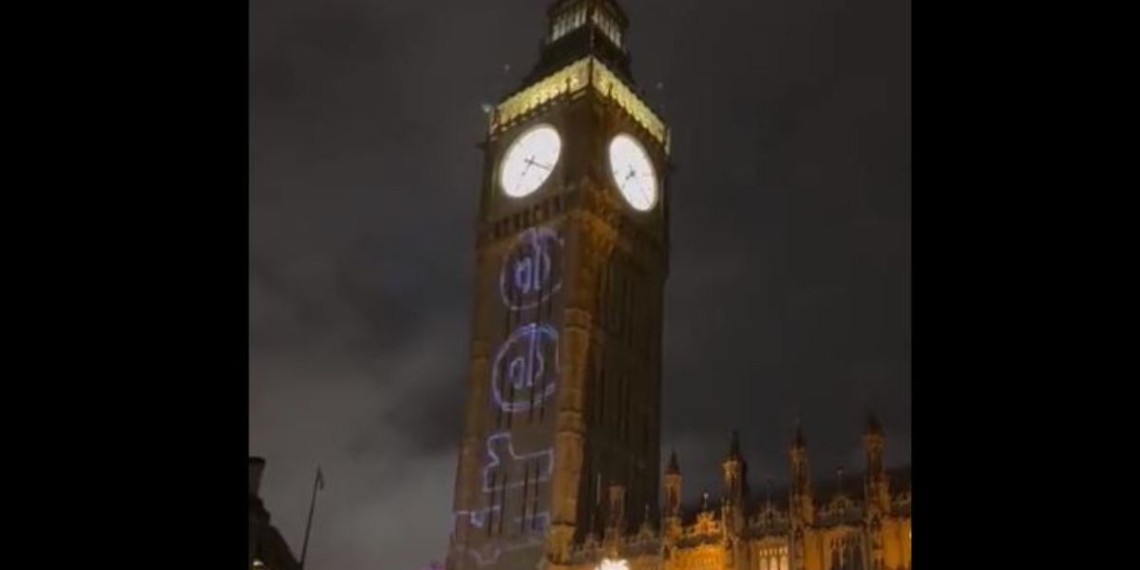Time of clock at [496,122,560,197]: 7:20
